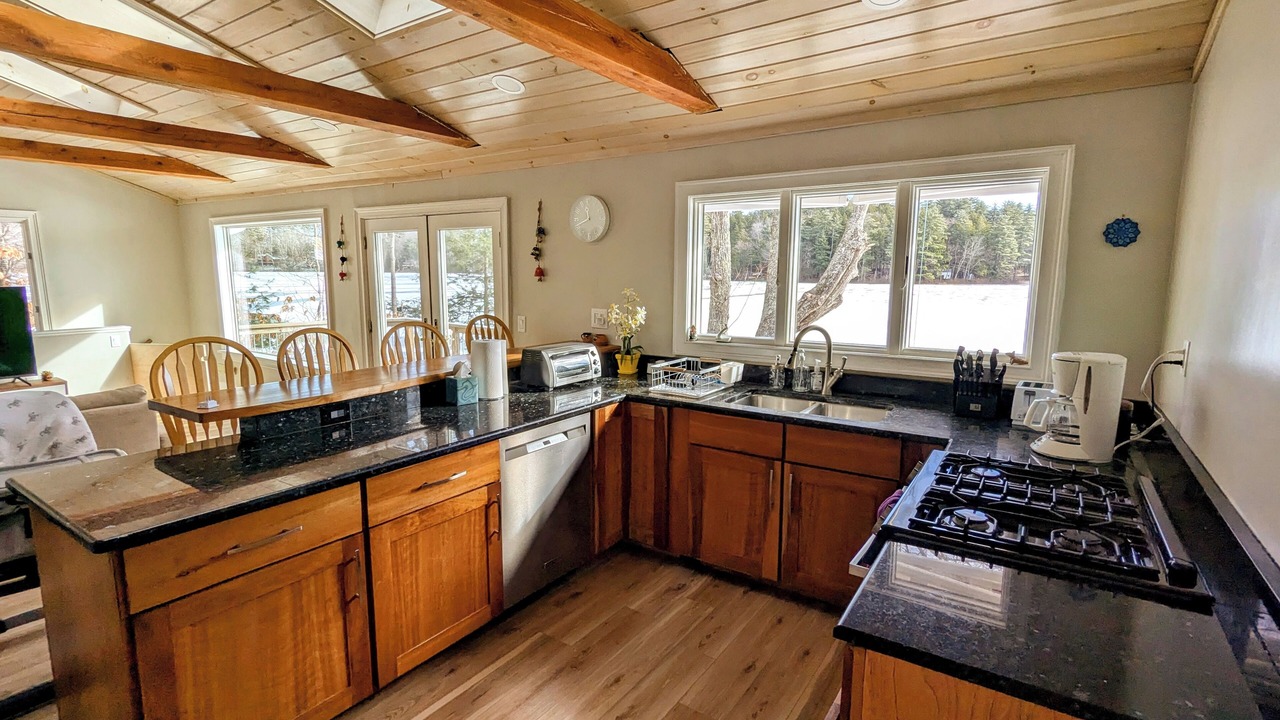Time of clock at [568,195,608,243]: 11:41
